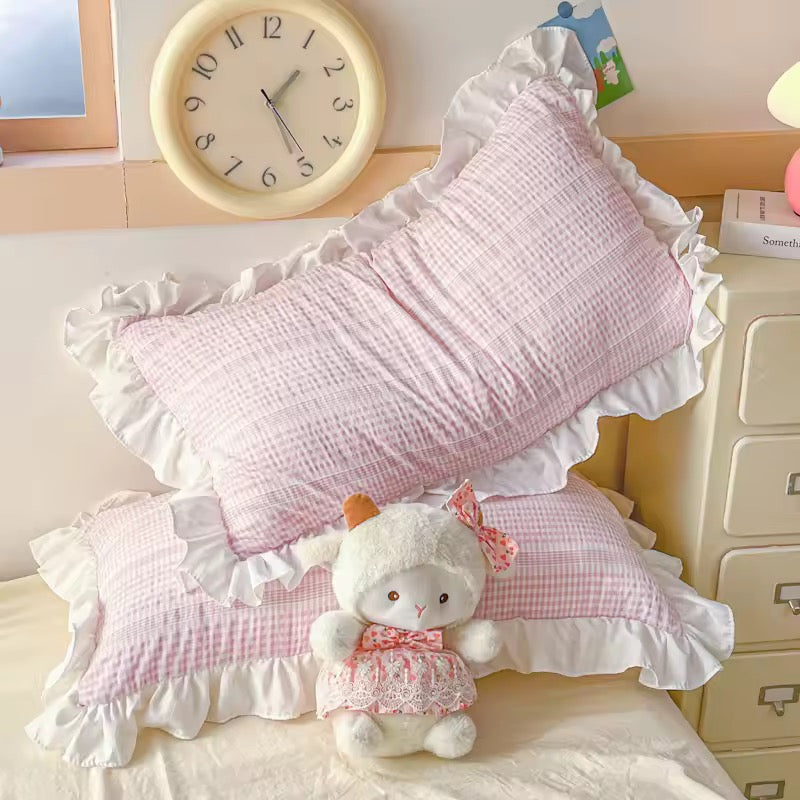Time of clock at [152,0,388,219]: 1:25
